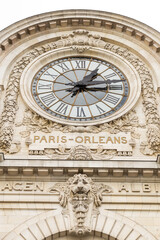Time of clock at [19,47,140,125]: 1:13
